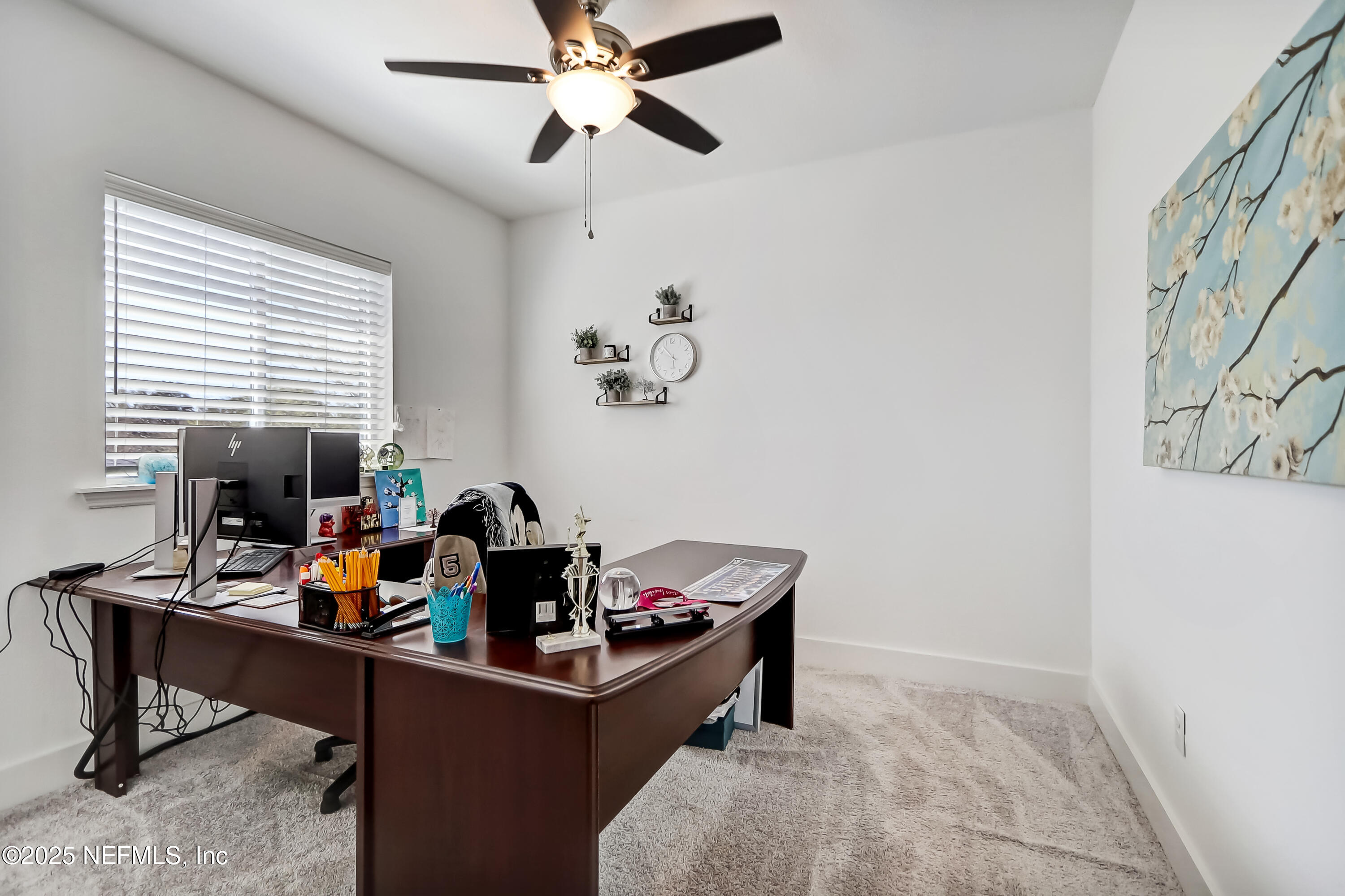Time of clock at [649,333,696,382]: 5:52
